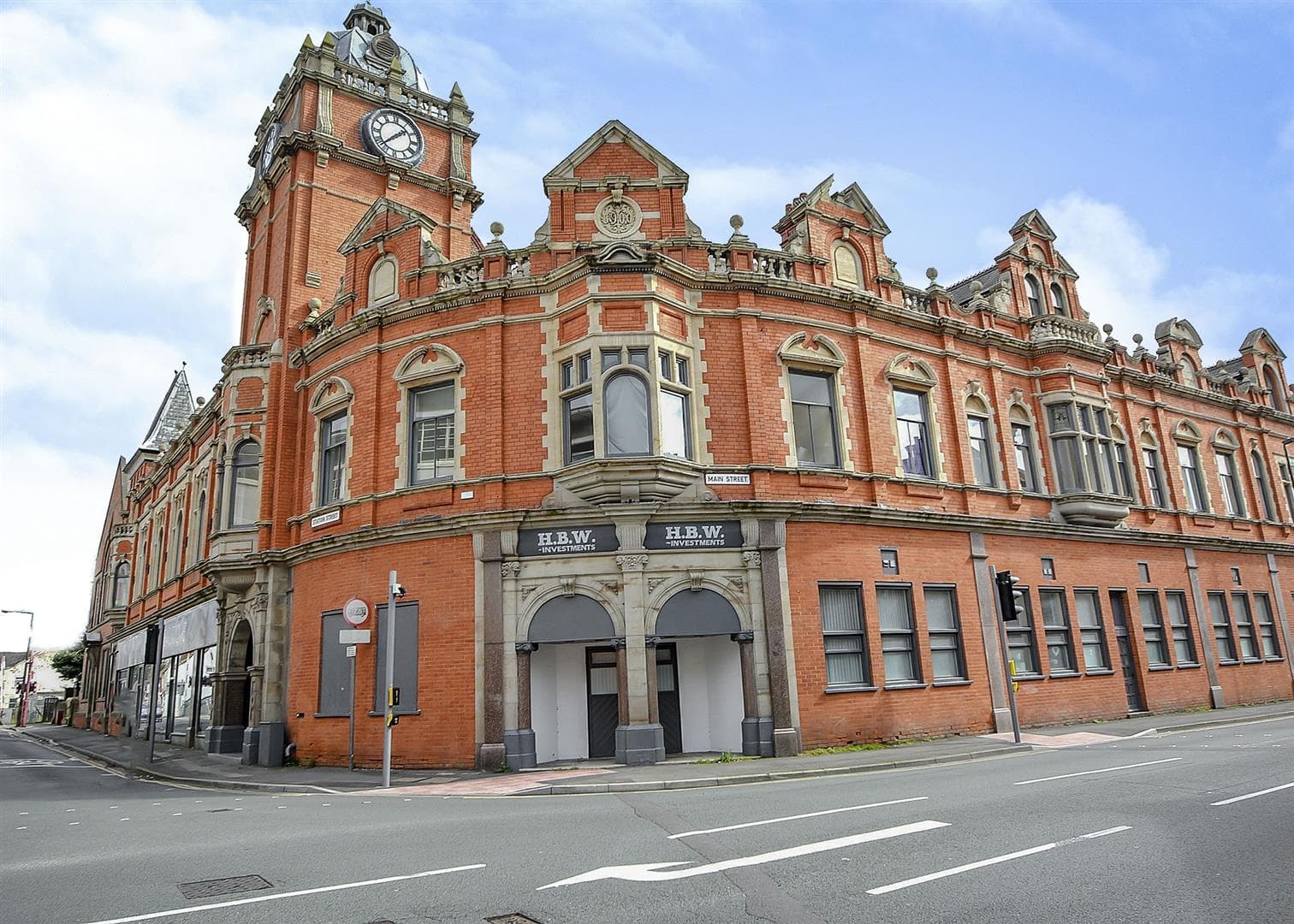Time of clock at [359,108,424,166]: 1:37
